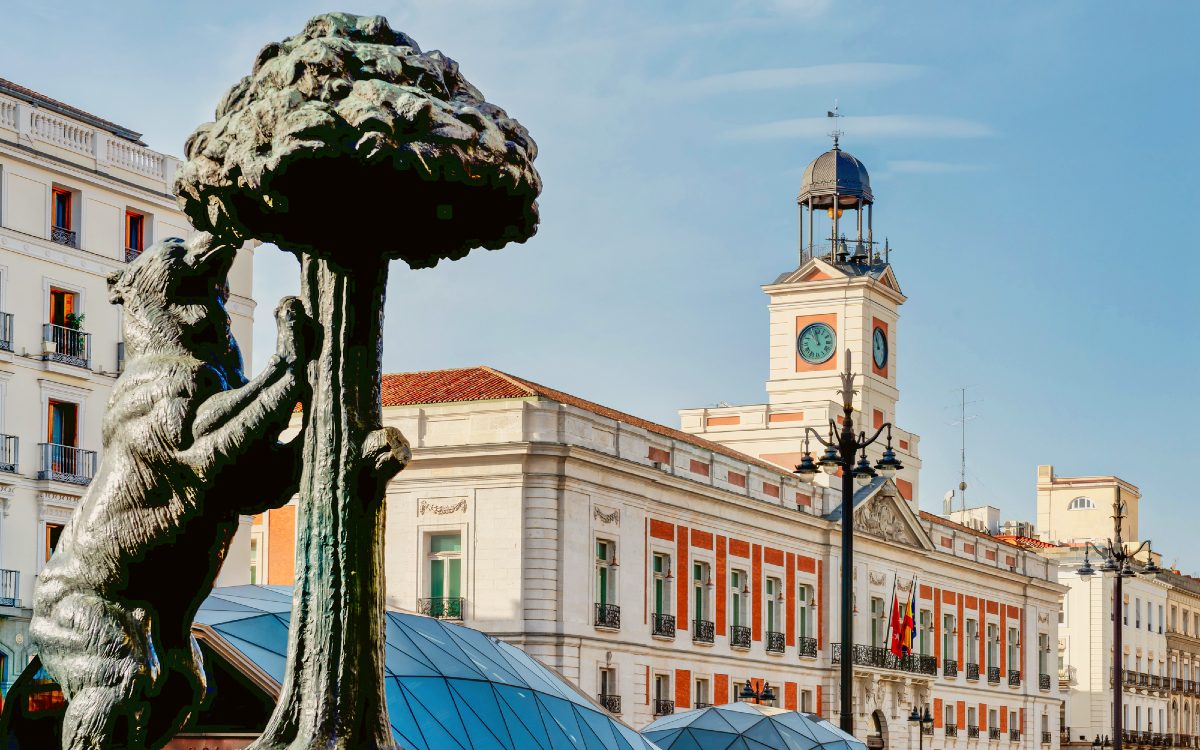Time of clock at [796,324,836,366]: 10:58
